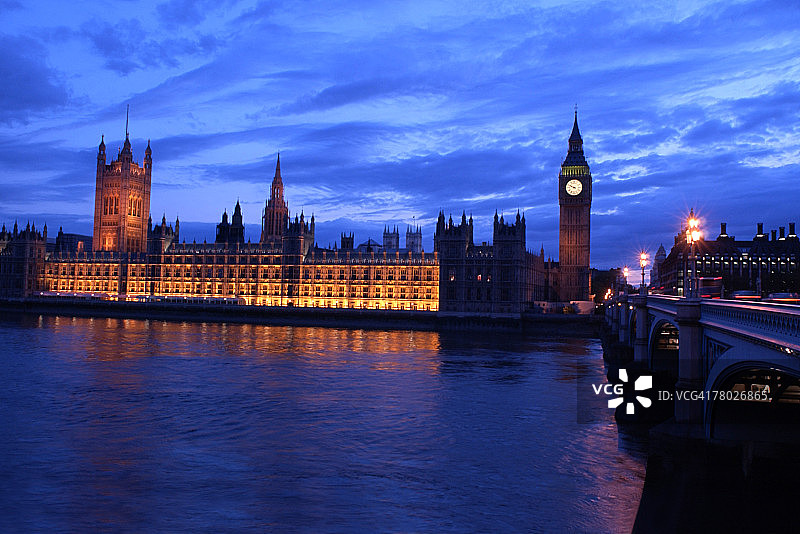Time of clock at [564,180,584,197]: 9:48
